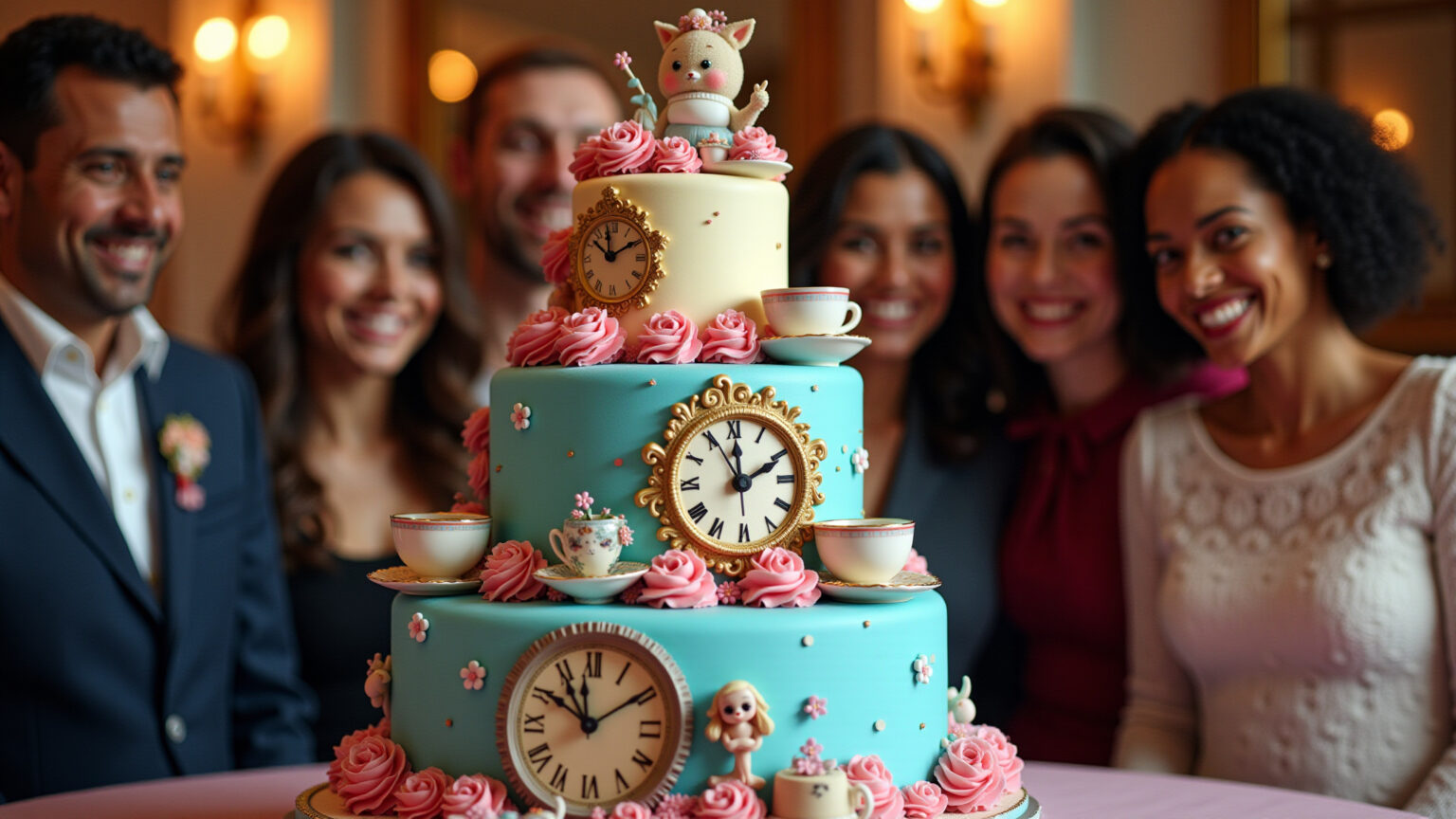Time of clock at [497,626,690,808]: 10:50
